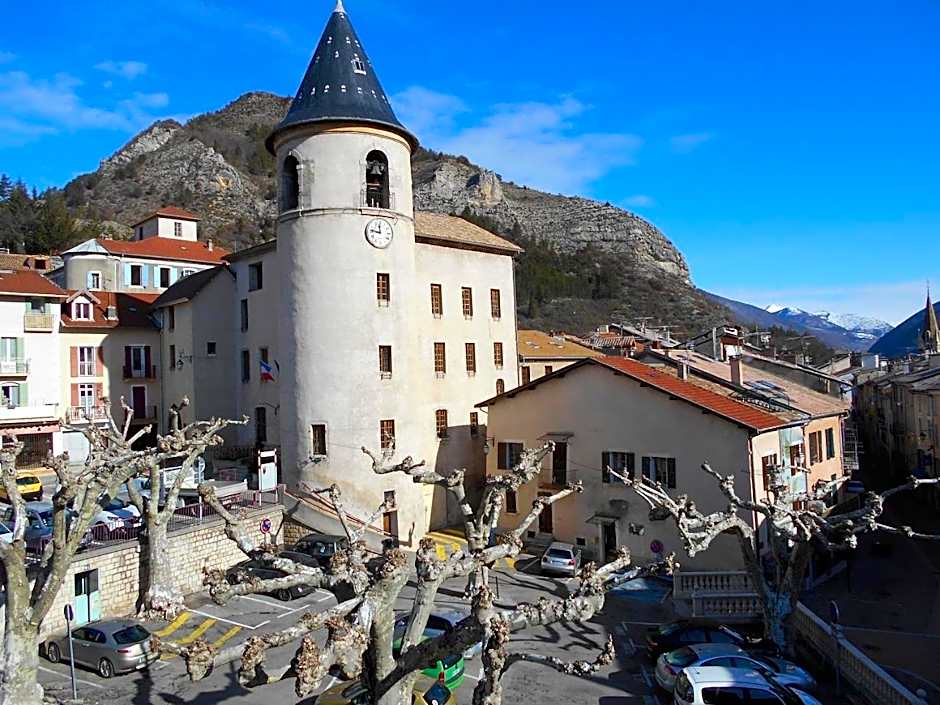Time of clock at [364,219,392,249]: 11:46
